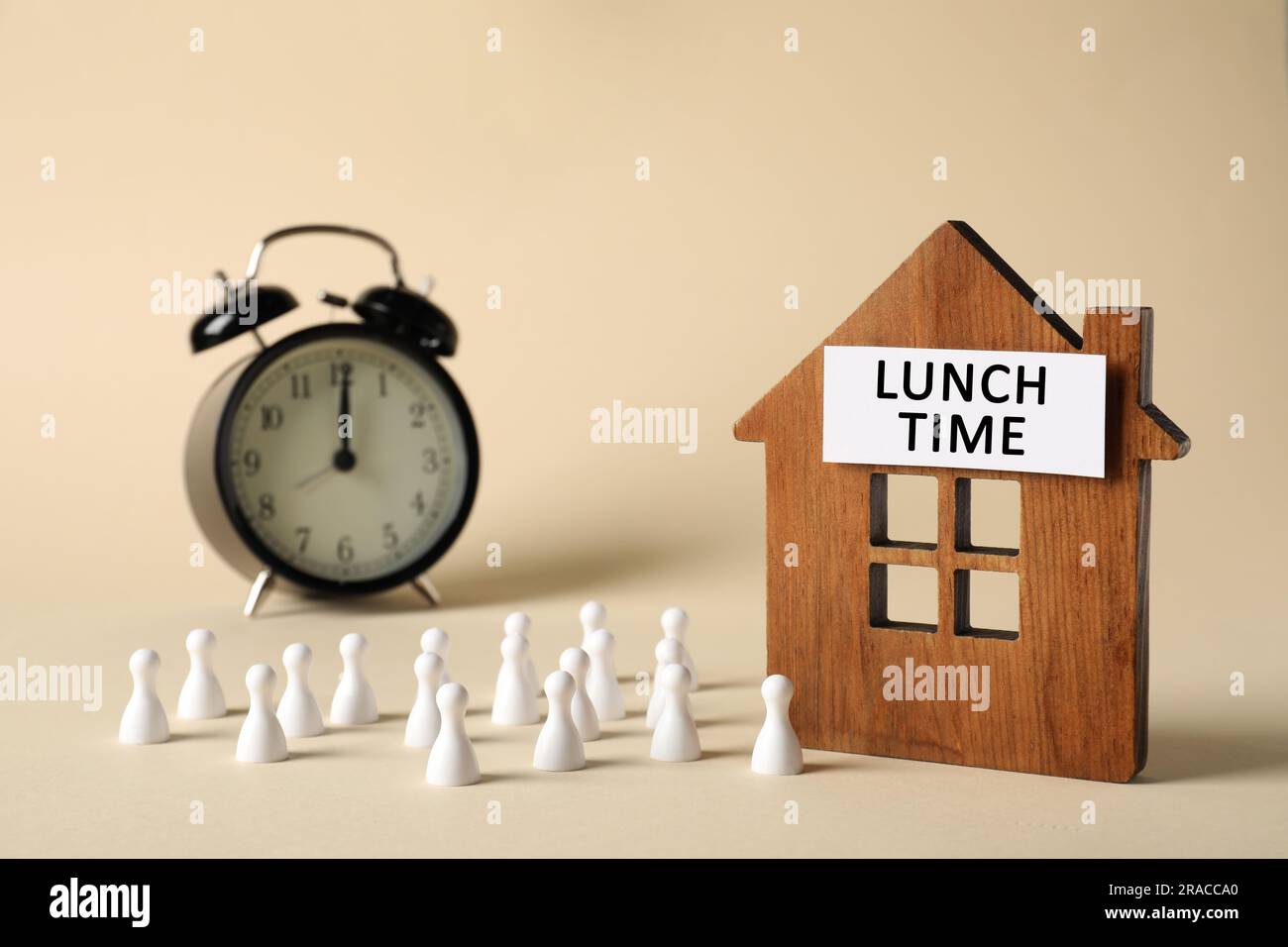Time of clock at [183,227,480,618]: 12:00
